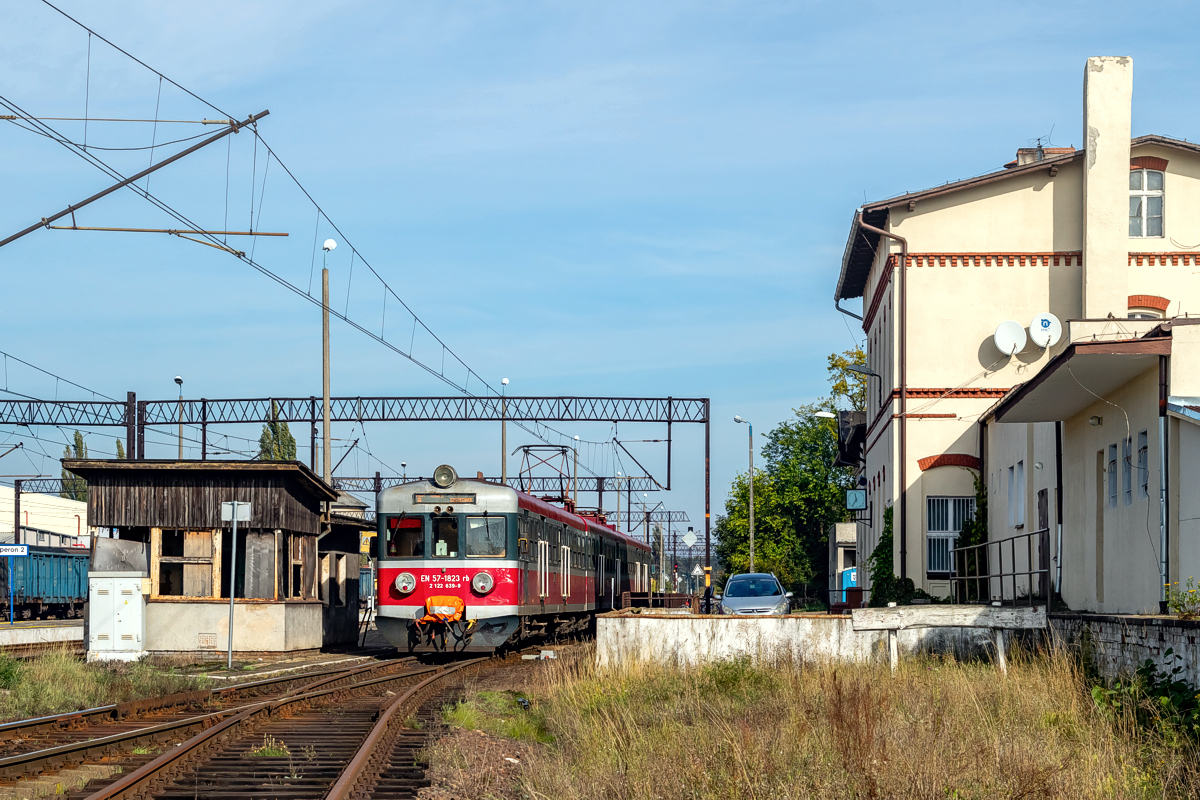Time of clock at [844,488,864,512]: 11:35
